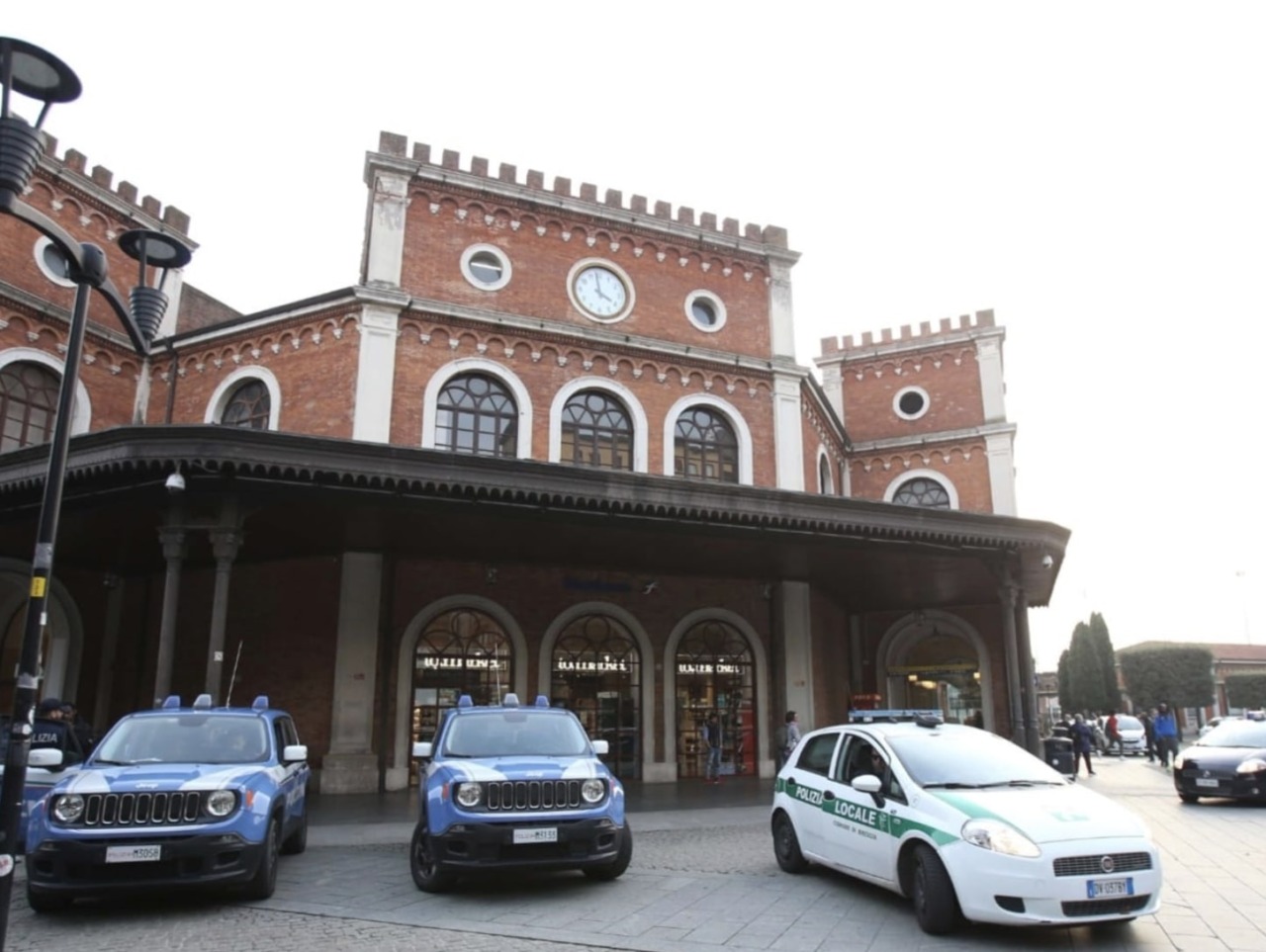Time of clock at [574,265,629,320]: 3:58
